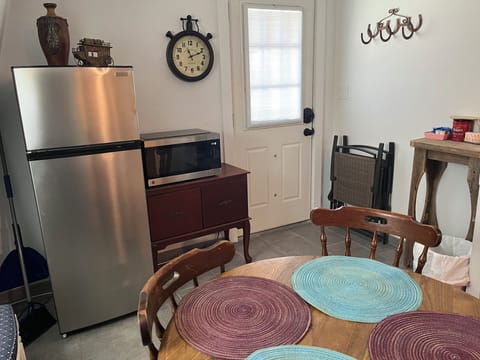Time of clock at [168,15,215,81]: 11:11
